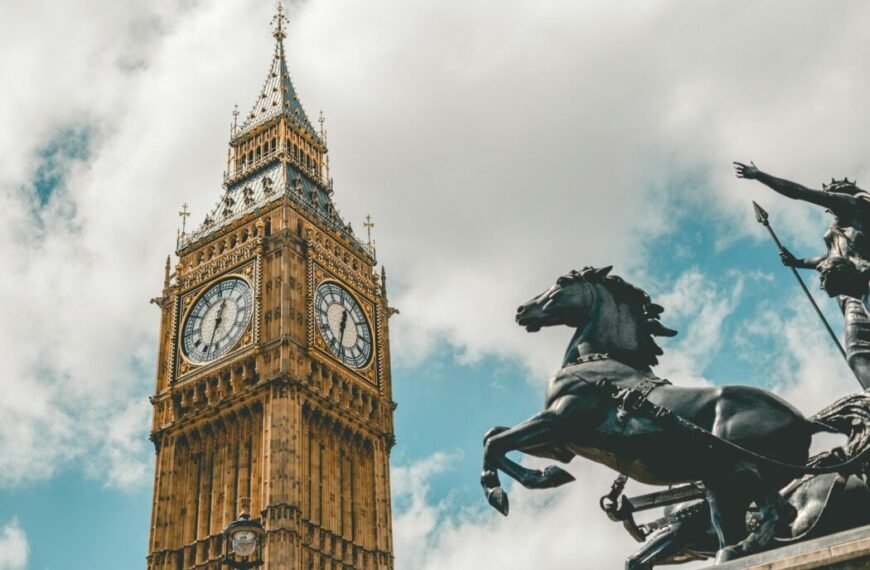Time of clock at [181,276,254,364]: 12:32
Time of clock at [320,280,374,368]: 12:32
